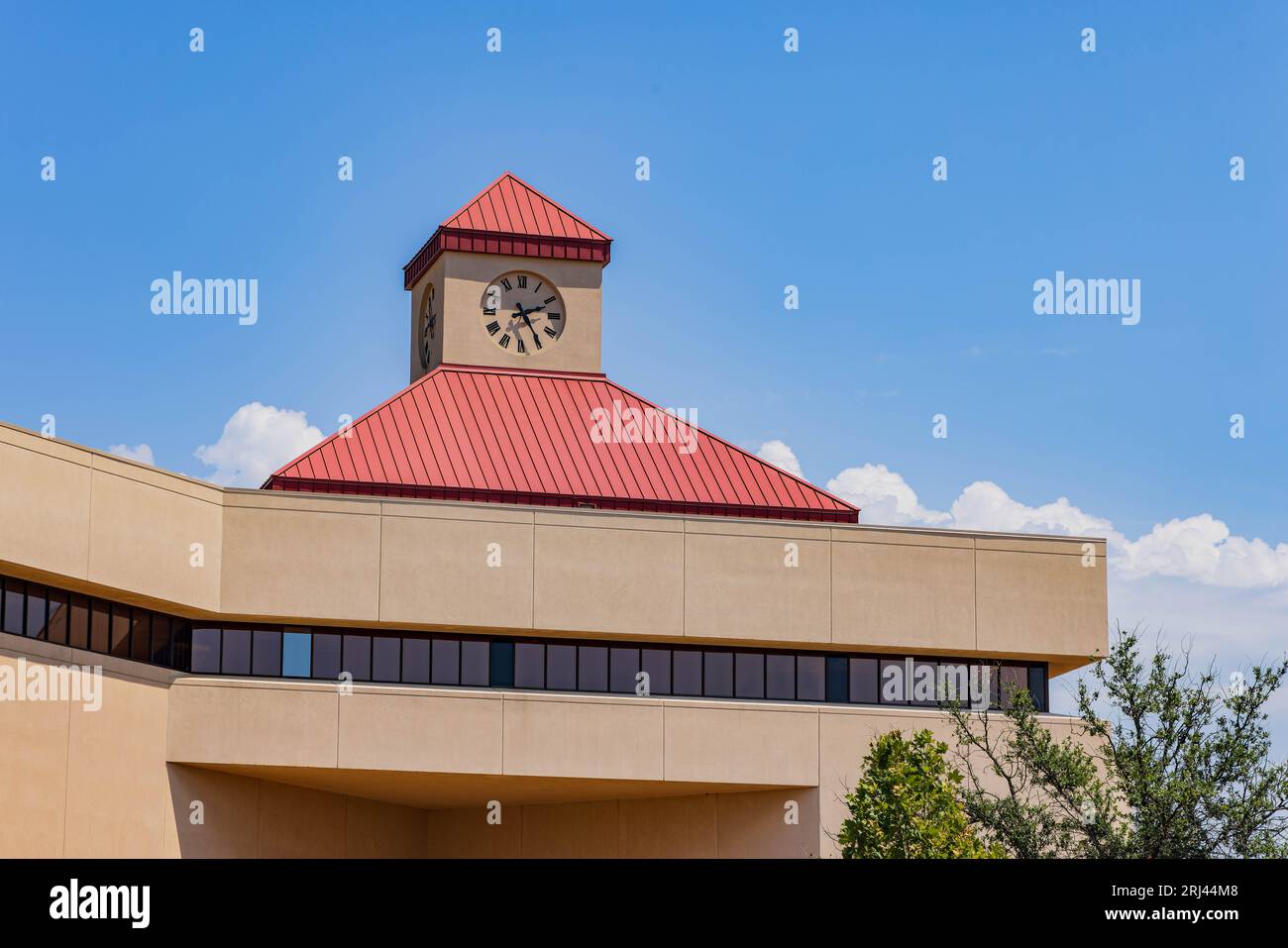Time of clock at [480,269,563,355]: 2:24
